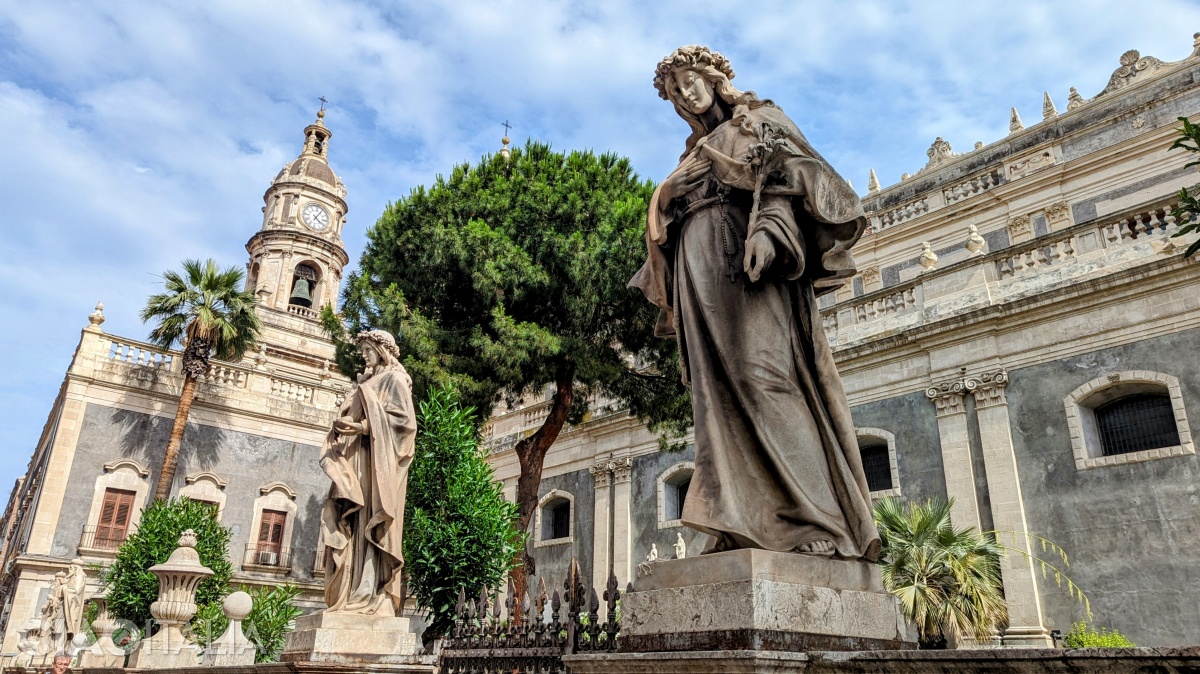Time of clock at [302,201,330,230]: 4:04
